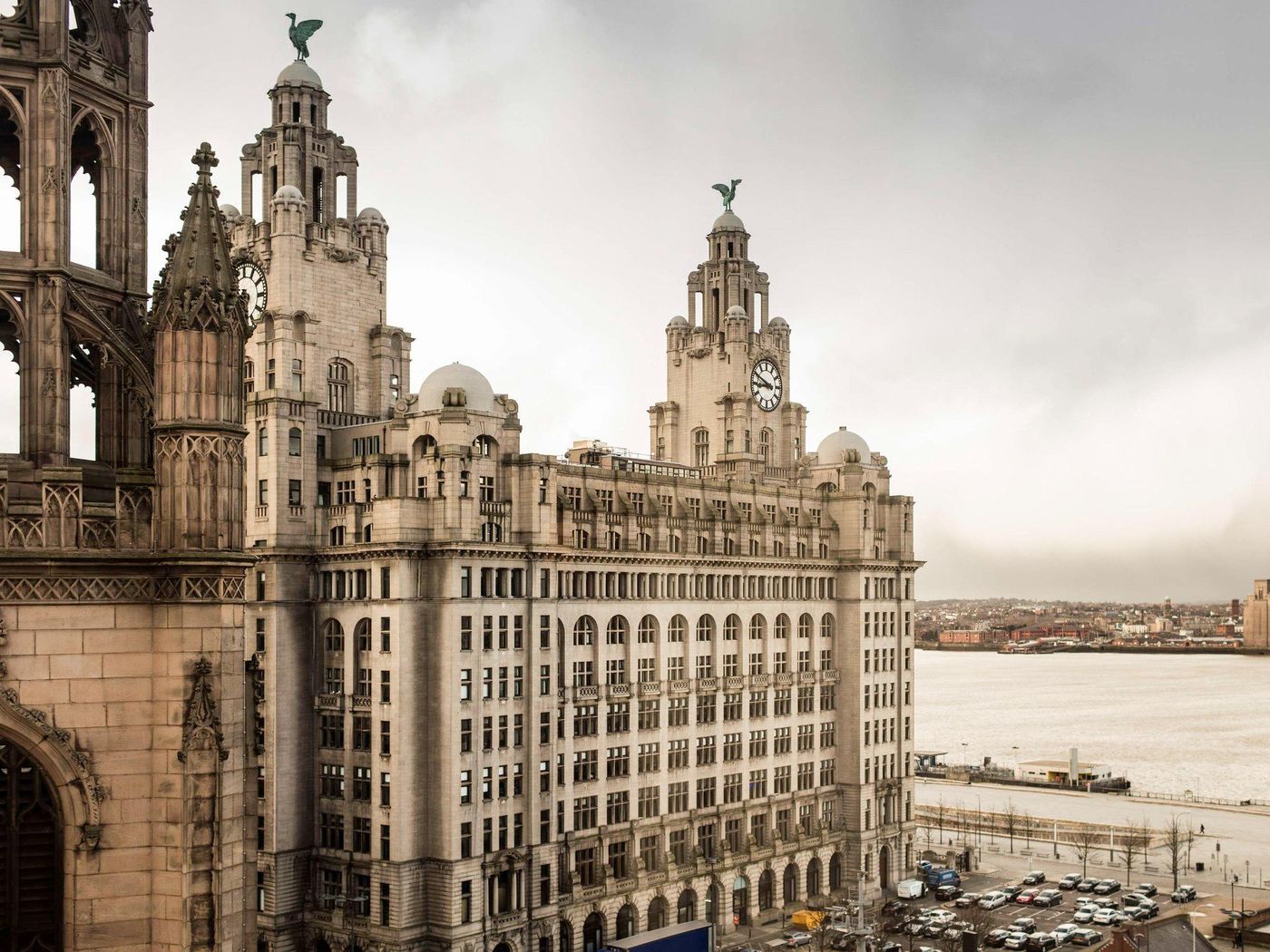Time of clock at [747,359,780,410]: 8:49
